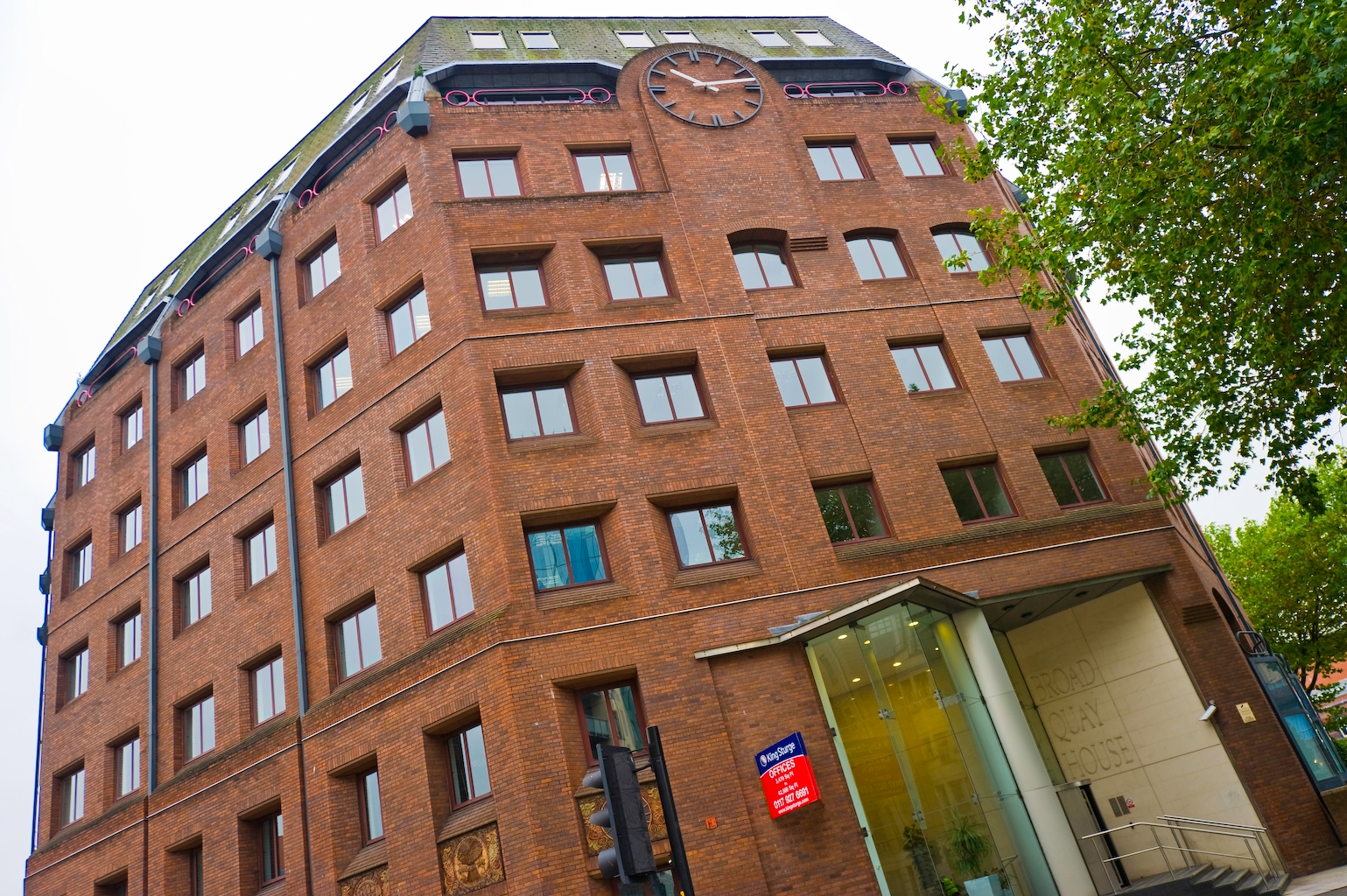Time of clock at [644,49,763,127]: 10:12
